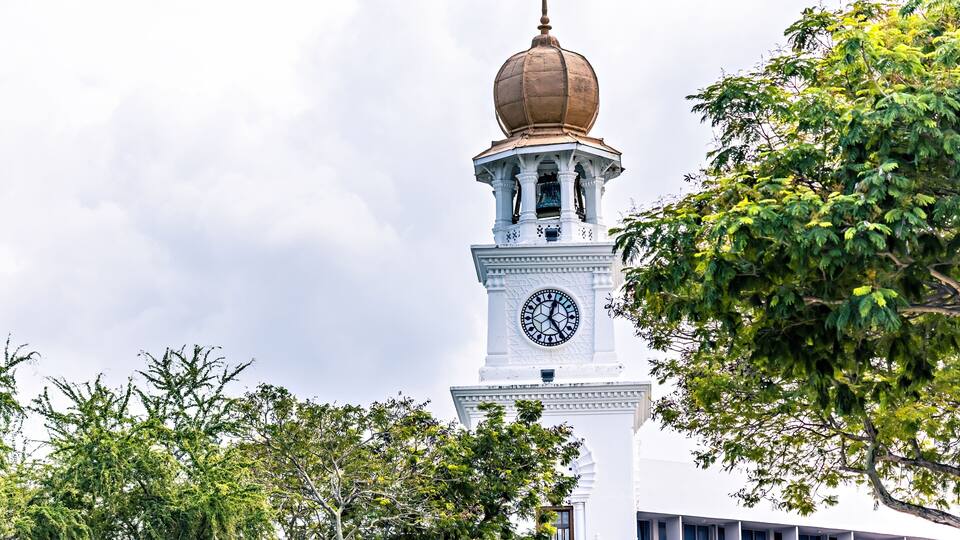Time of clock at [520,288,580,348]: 12:24
